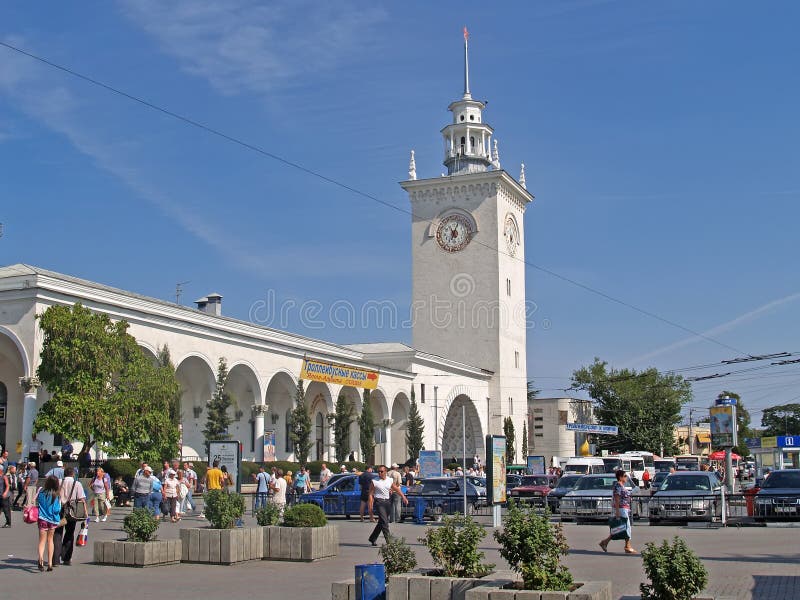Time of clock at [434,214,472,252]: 11:03
